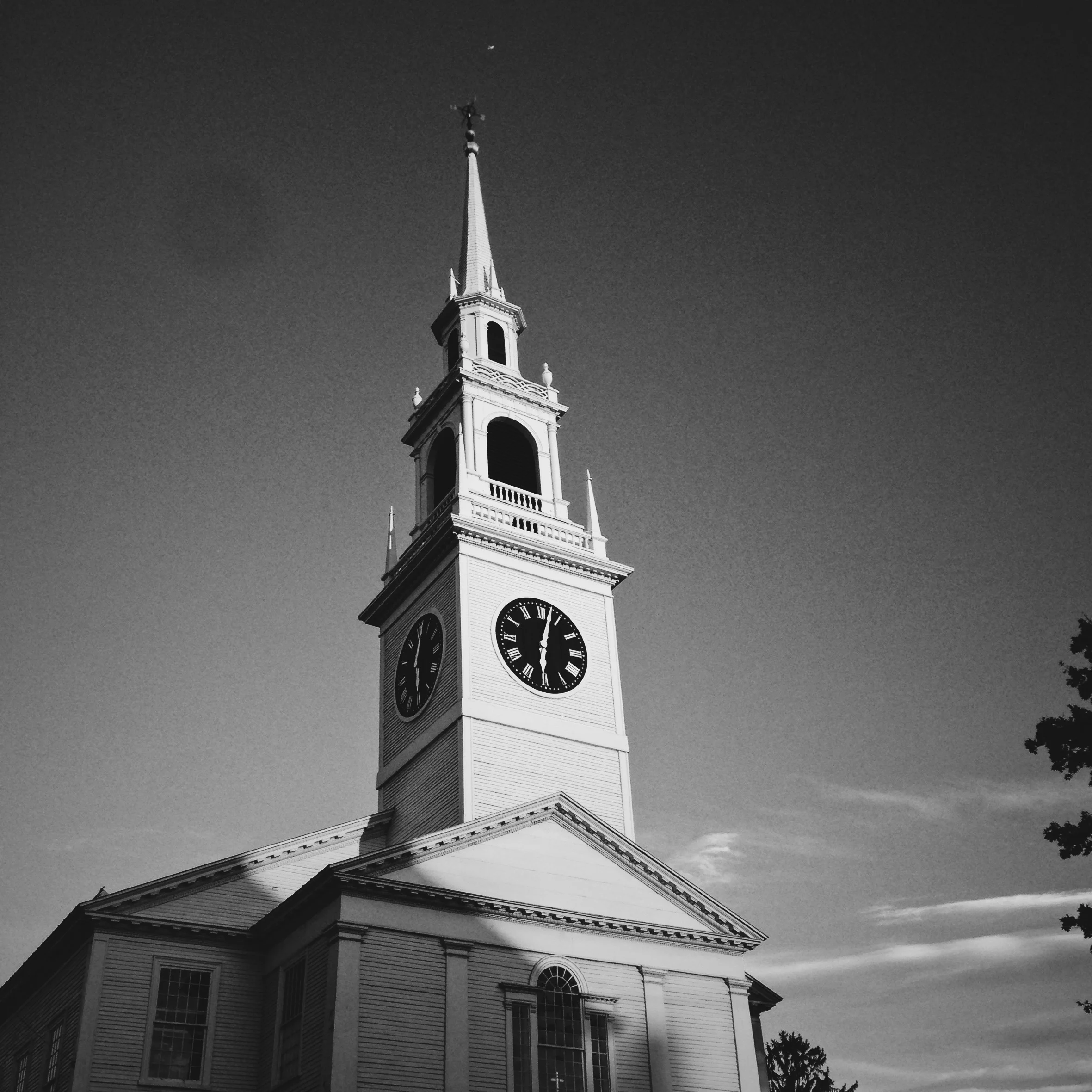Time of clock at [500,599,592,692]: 6:02
